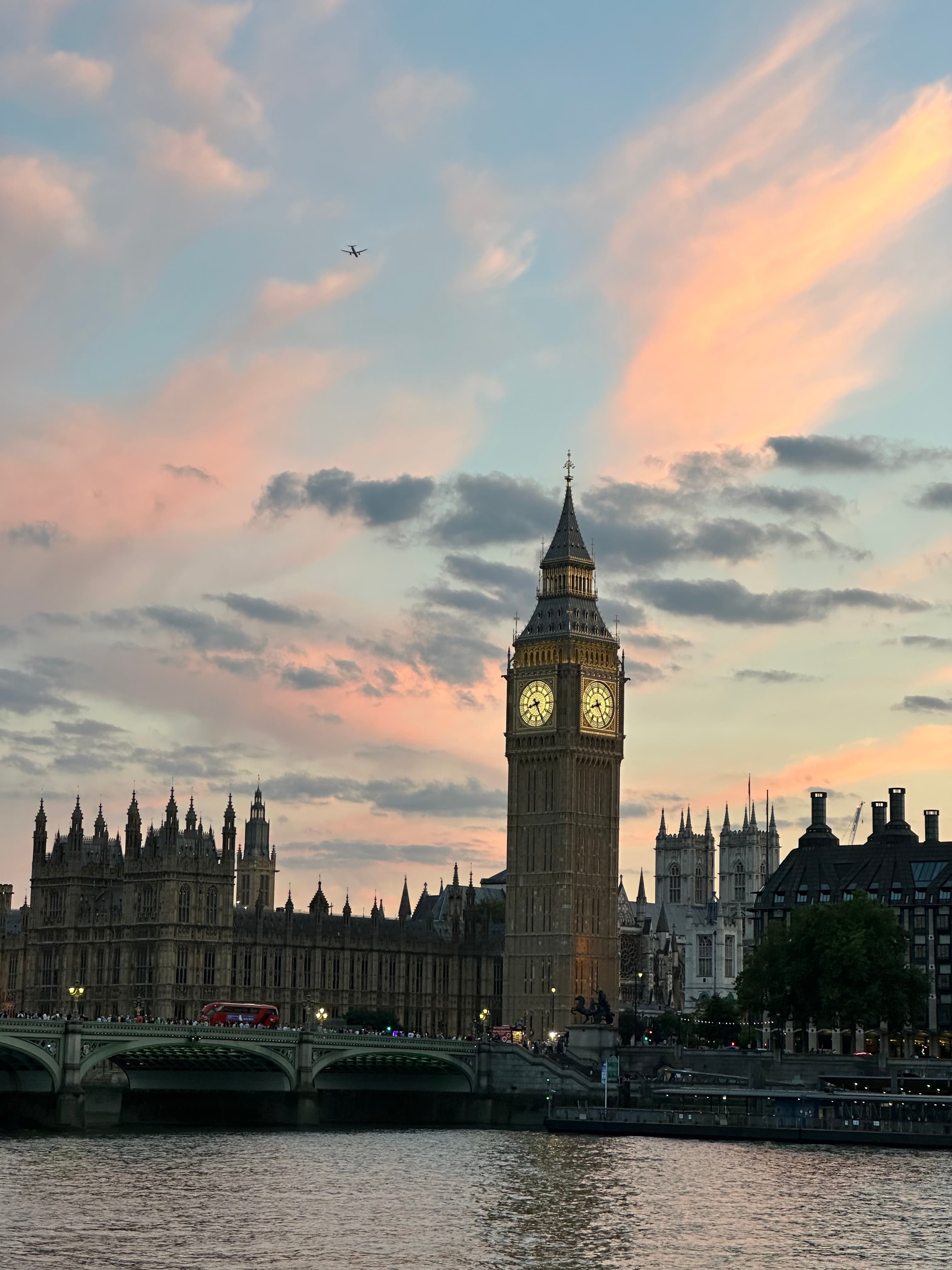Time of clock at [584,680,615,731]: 8:24
